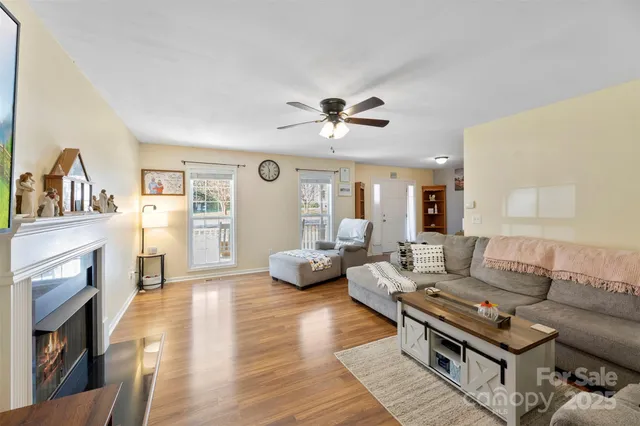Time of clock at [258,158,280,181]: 11:31
